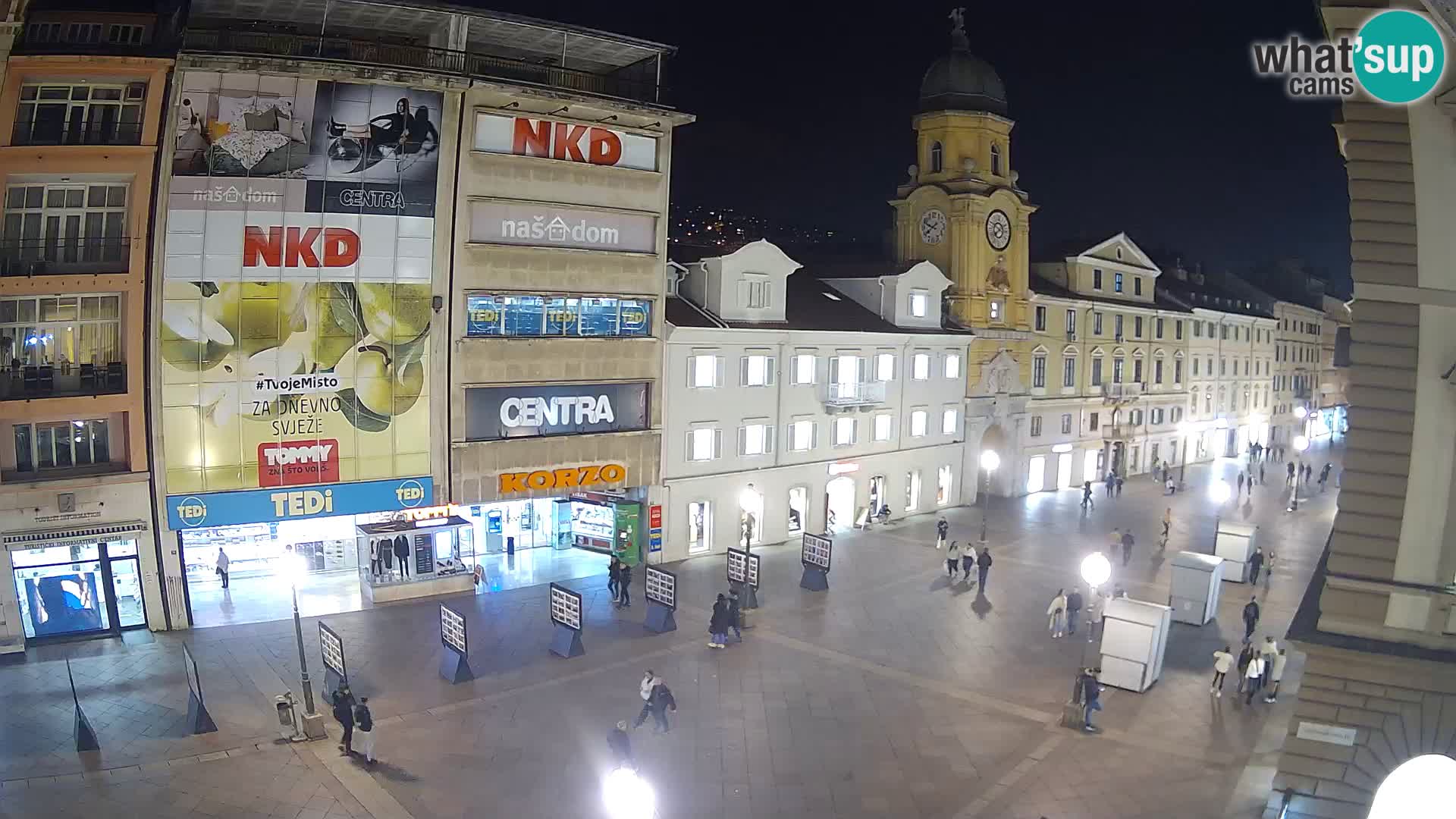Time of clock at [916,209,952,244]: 9:38
